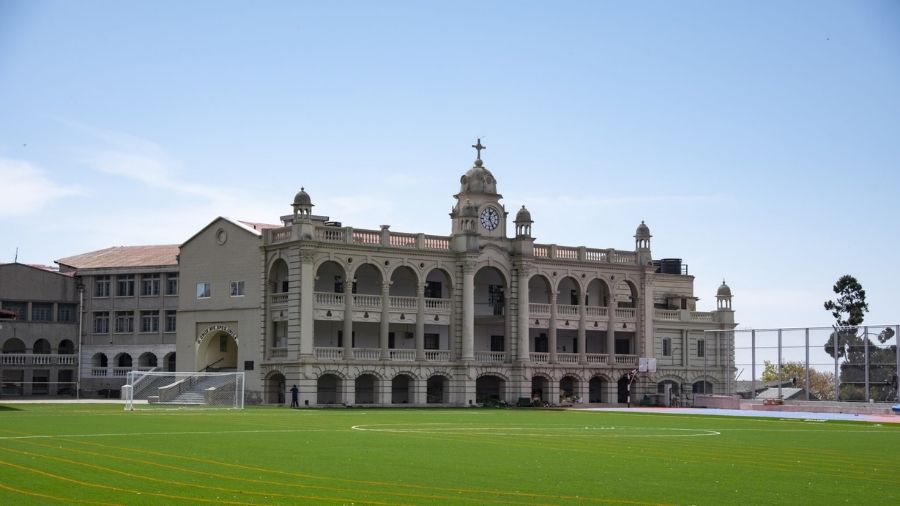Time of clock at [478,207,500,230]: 12:24
